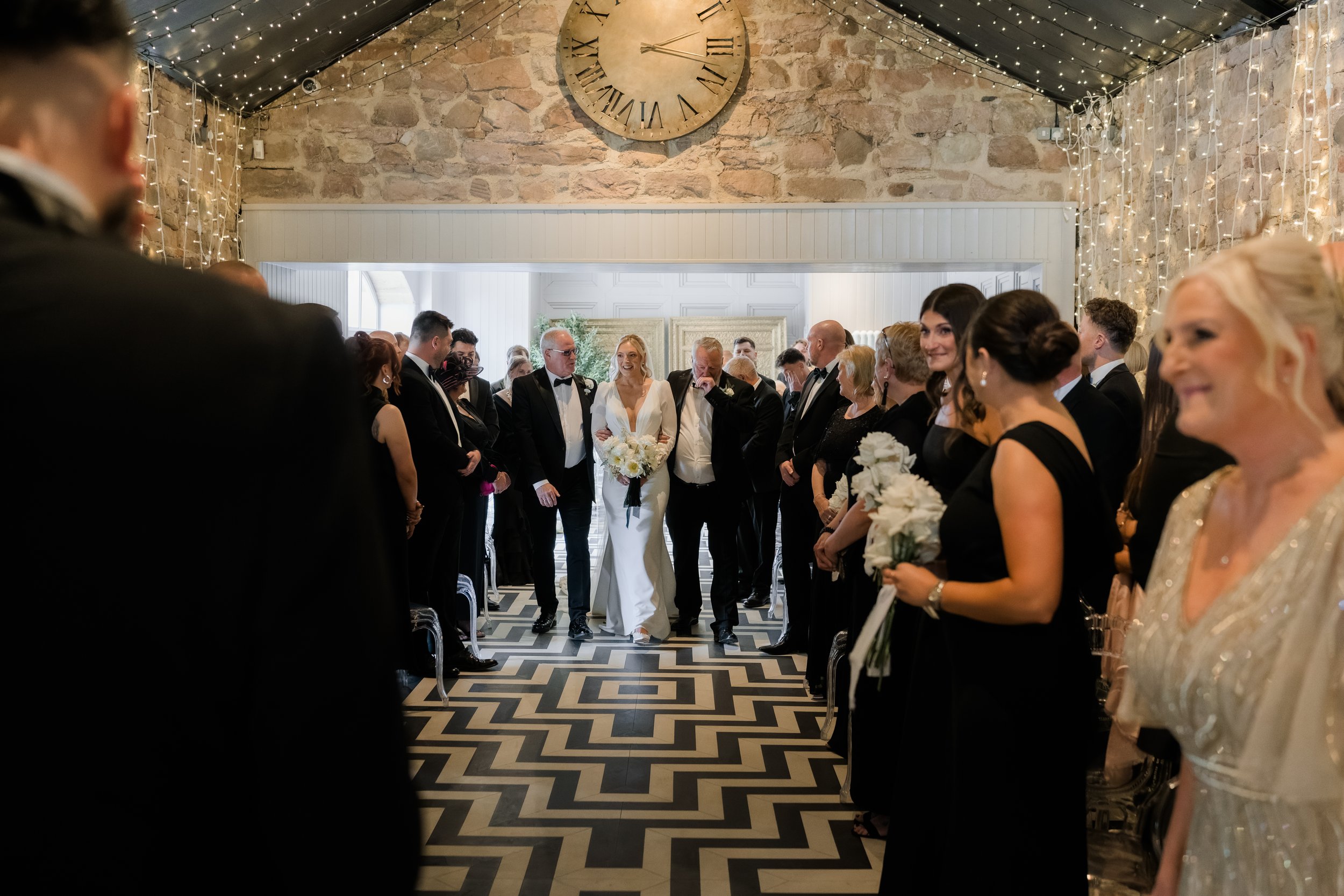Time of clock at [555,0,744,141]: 2:17
